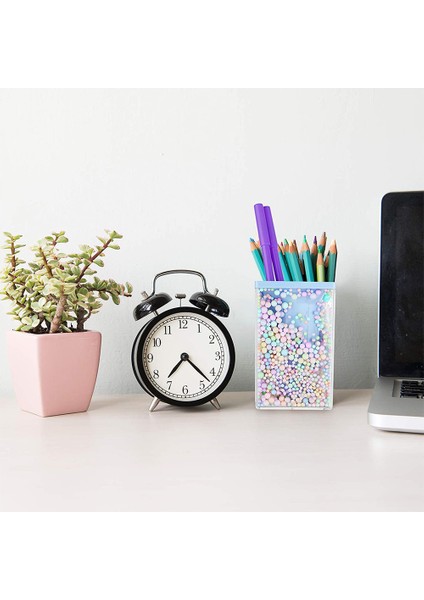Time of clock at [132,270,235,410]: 7:22
